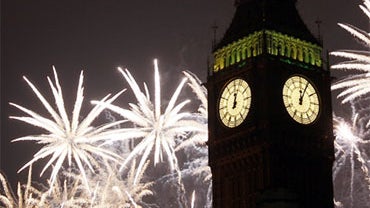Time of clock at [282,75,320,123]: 12:04
